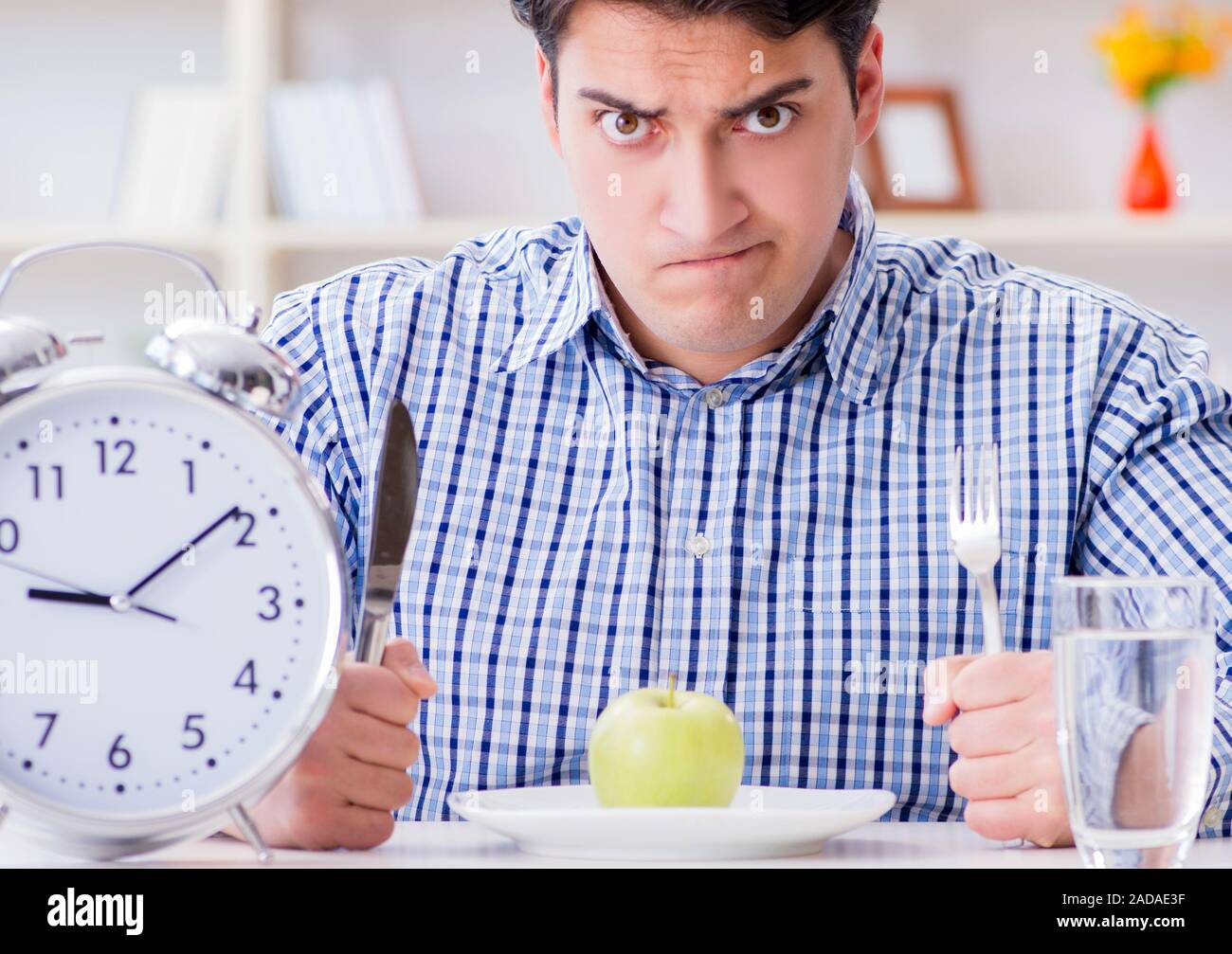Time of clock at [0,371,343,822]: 9:09
